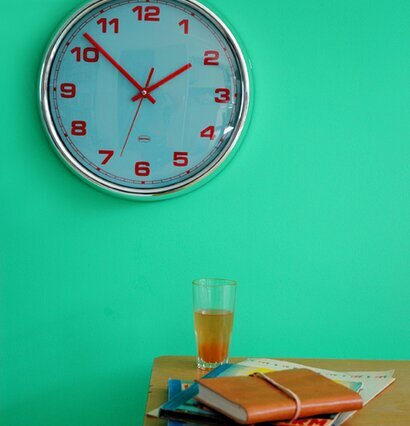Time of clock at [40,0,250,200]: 1:51
